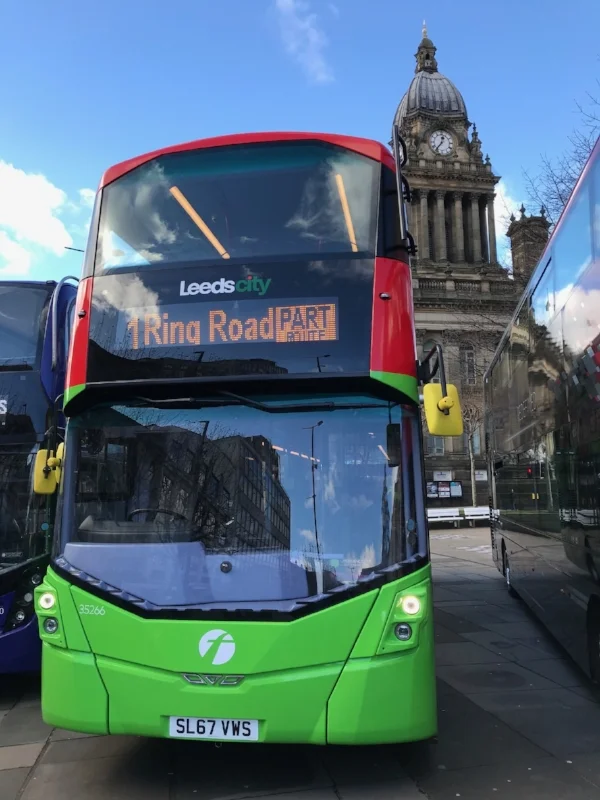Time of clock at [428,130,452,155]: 12:36
